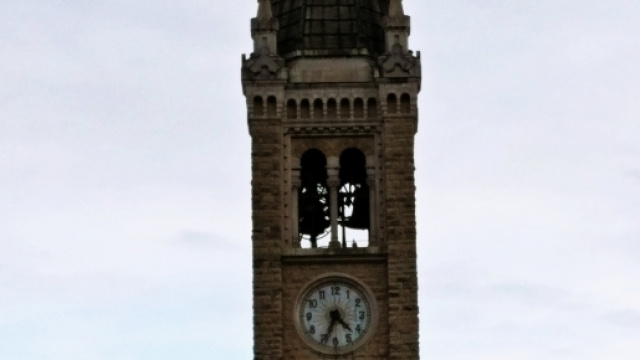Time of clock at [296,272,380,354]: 4:34
